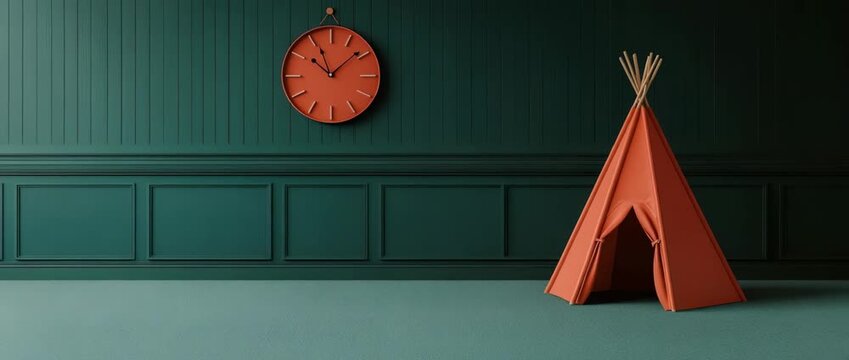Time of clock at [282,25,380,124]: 11:08
